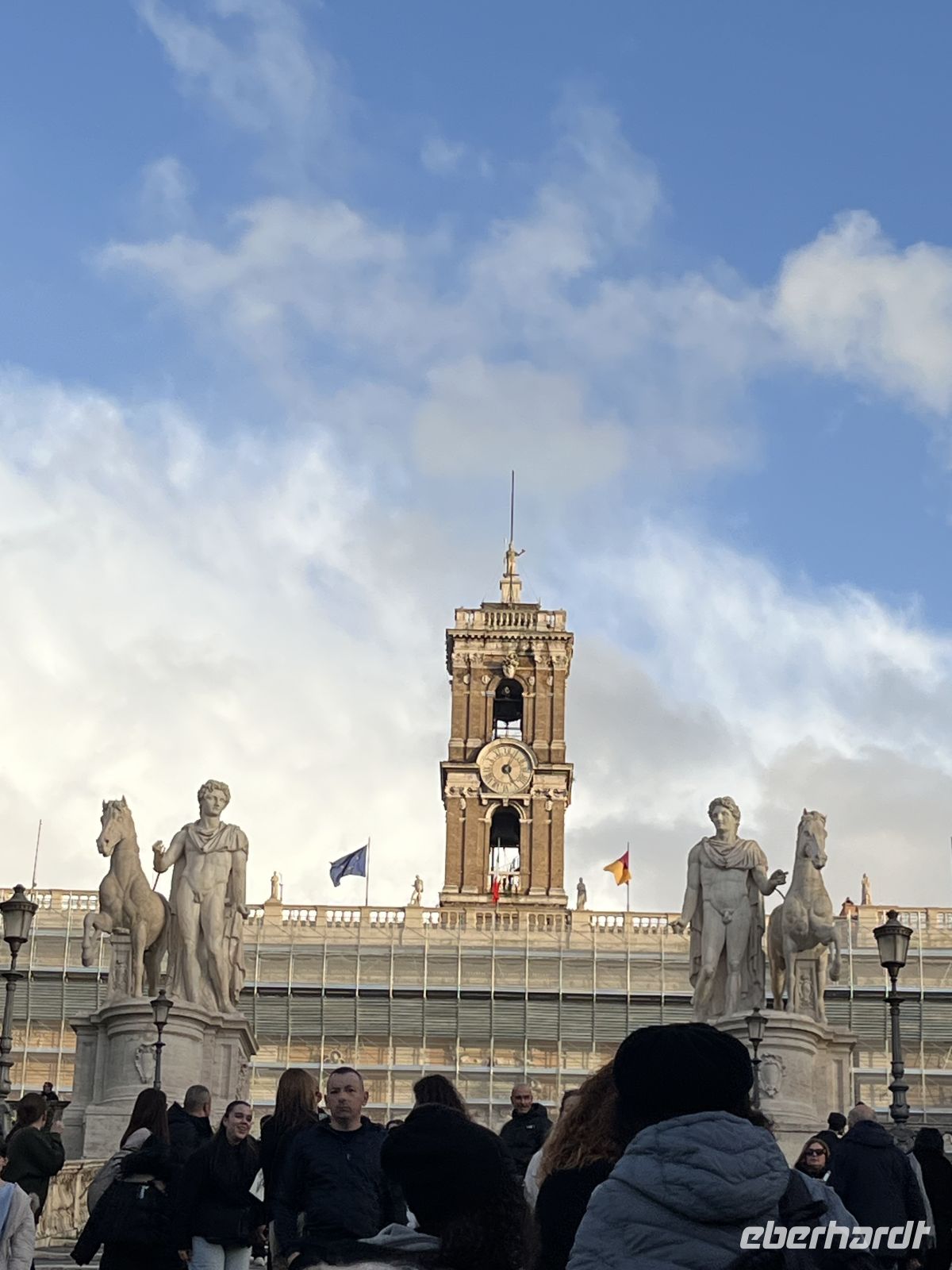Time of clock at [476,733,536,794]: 5:05
